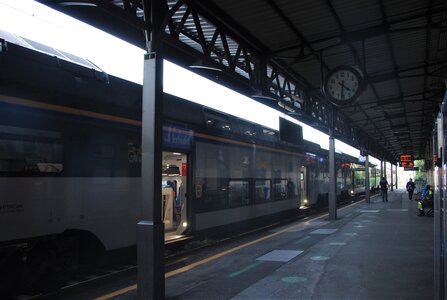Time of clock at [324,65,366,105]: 4:31
